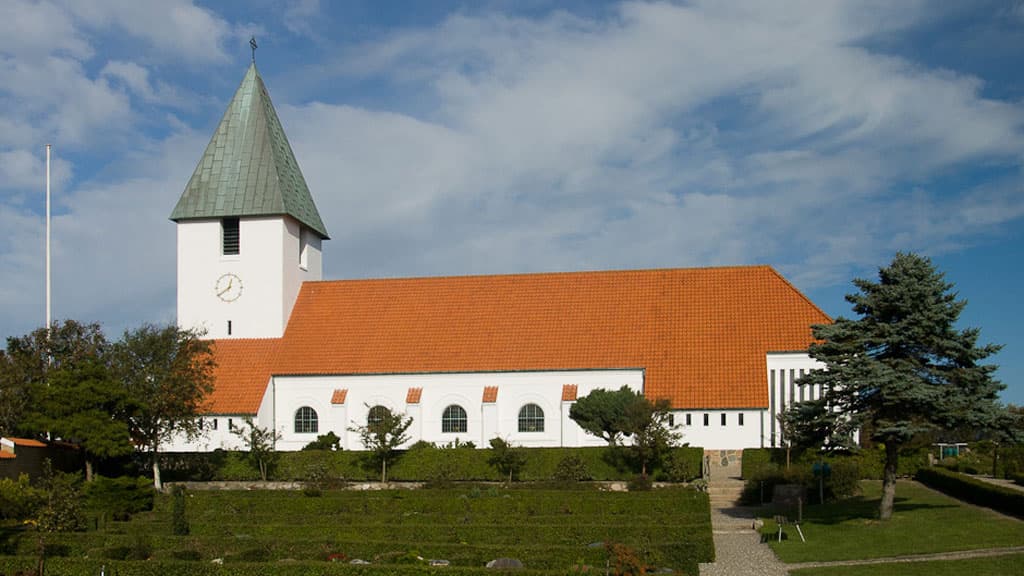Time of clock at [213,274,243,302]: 12:39
